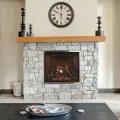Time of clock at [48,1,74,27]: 10:00
